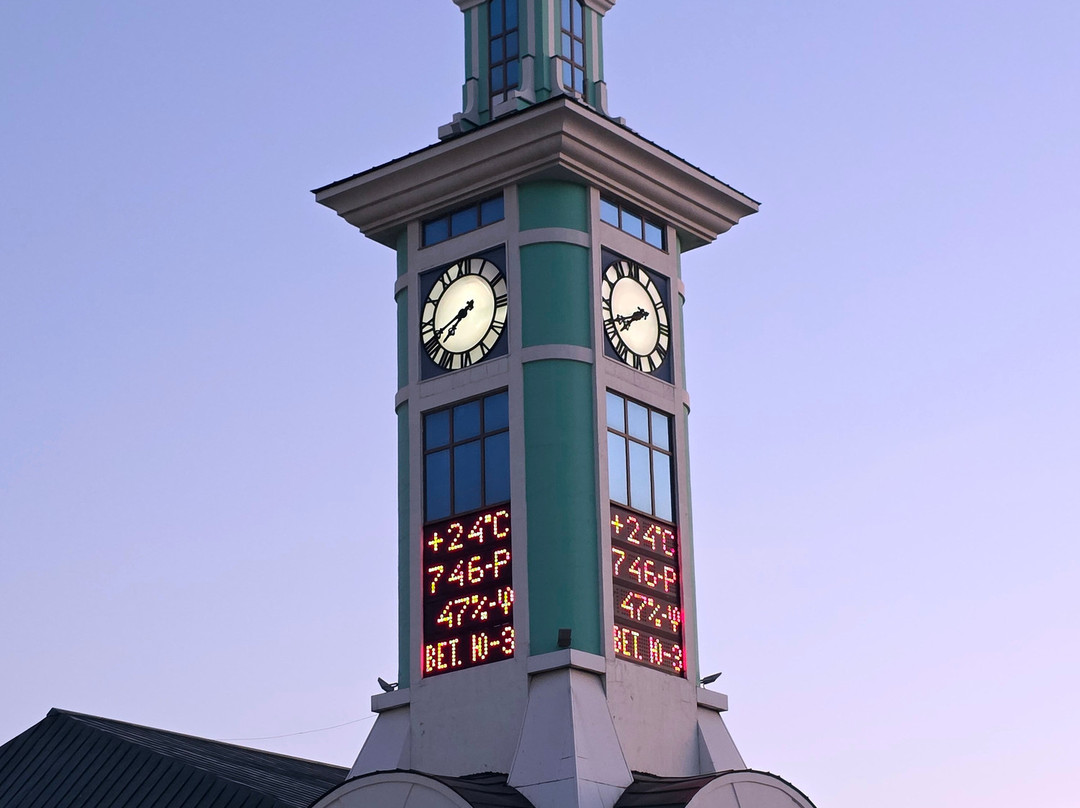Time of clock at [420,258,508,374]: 7:41
